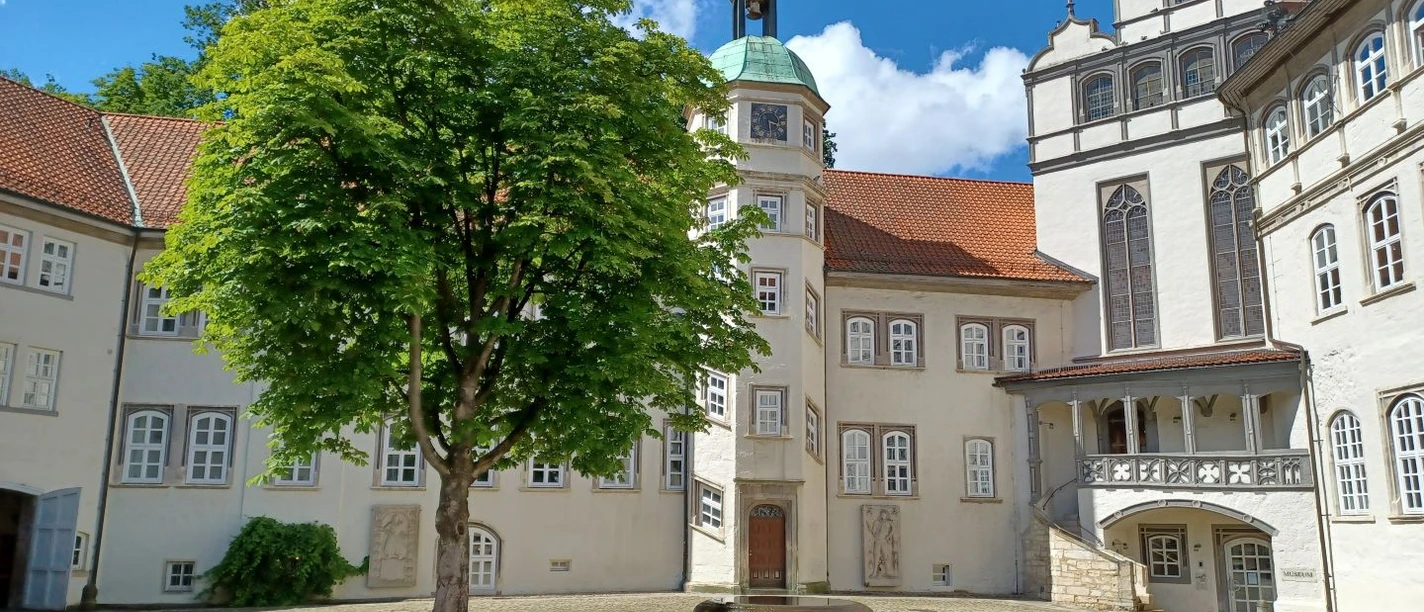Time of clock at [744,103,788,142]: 3:29
